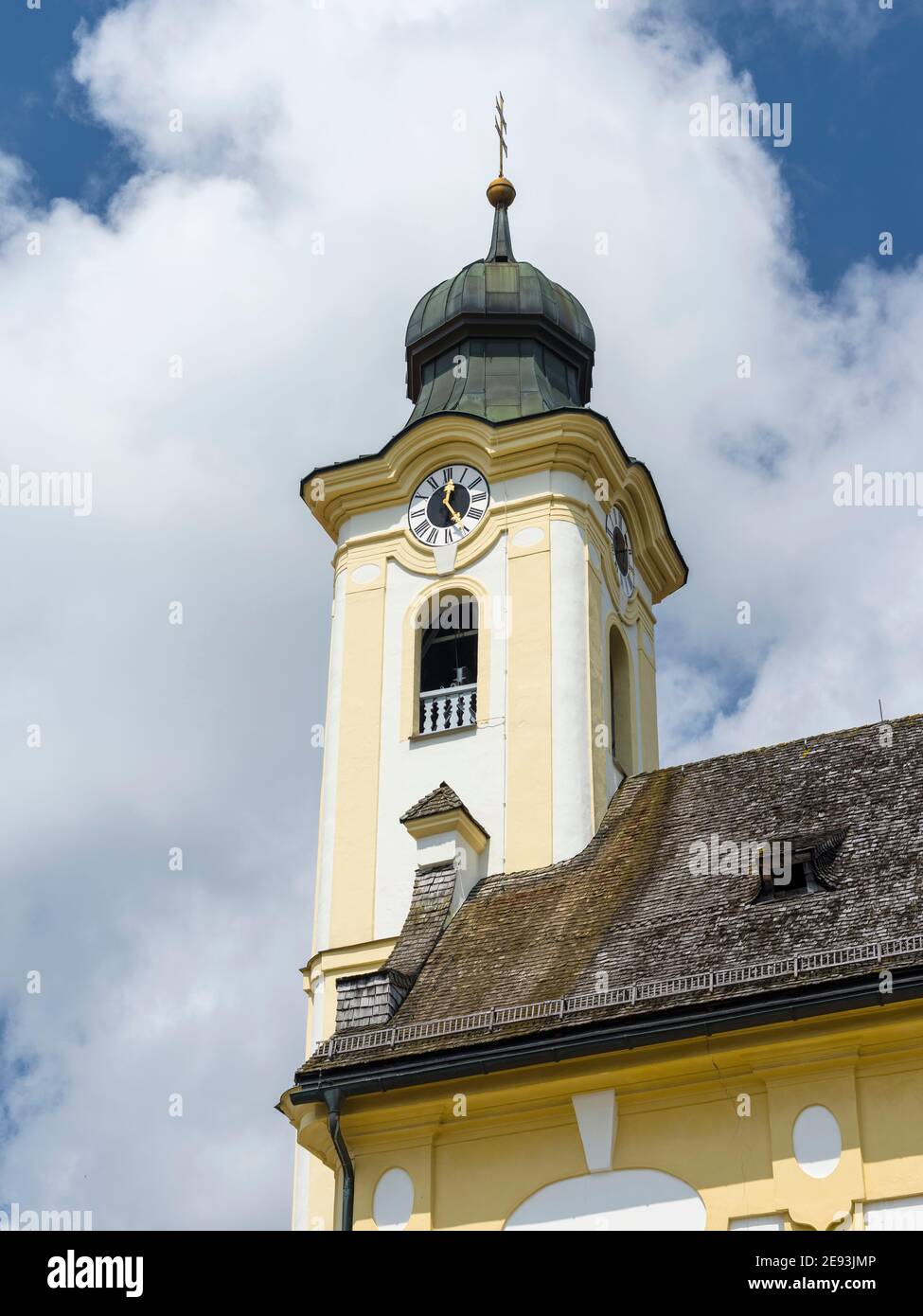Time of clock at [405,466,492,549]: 12:24
